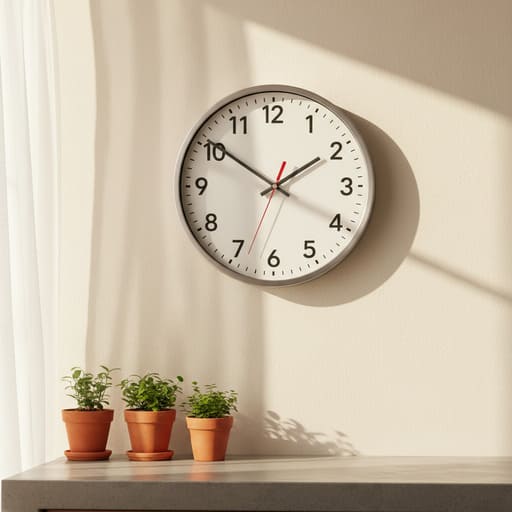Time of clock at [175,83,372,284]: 1:50
